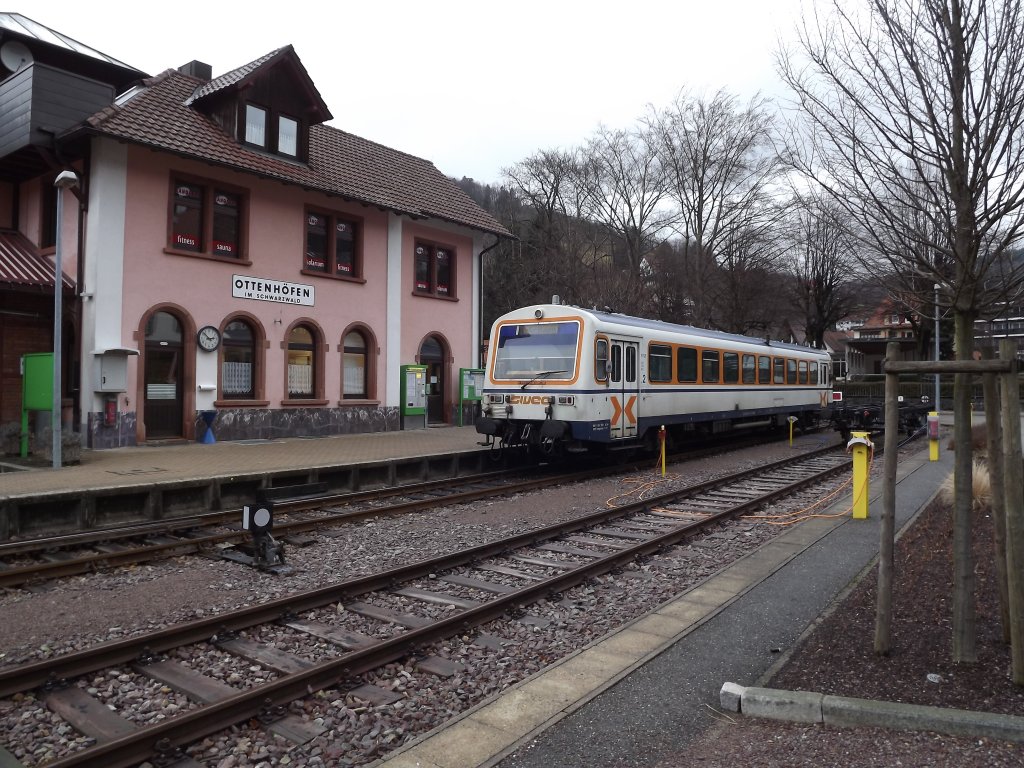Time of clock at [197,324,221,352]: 2:52
